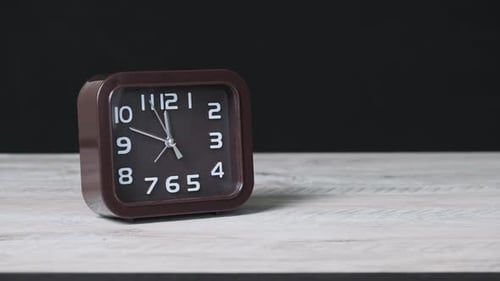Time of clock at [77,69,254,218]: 11:48
